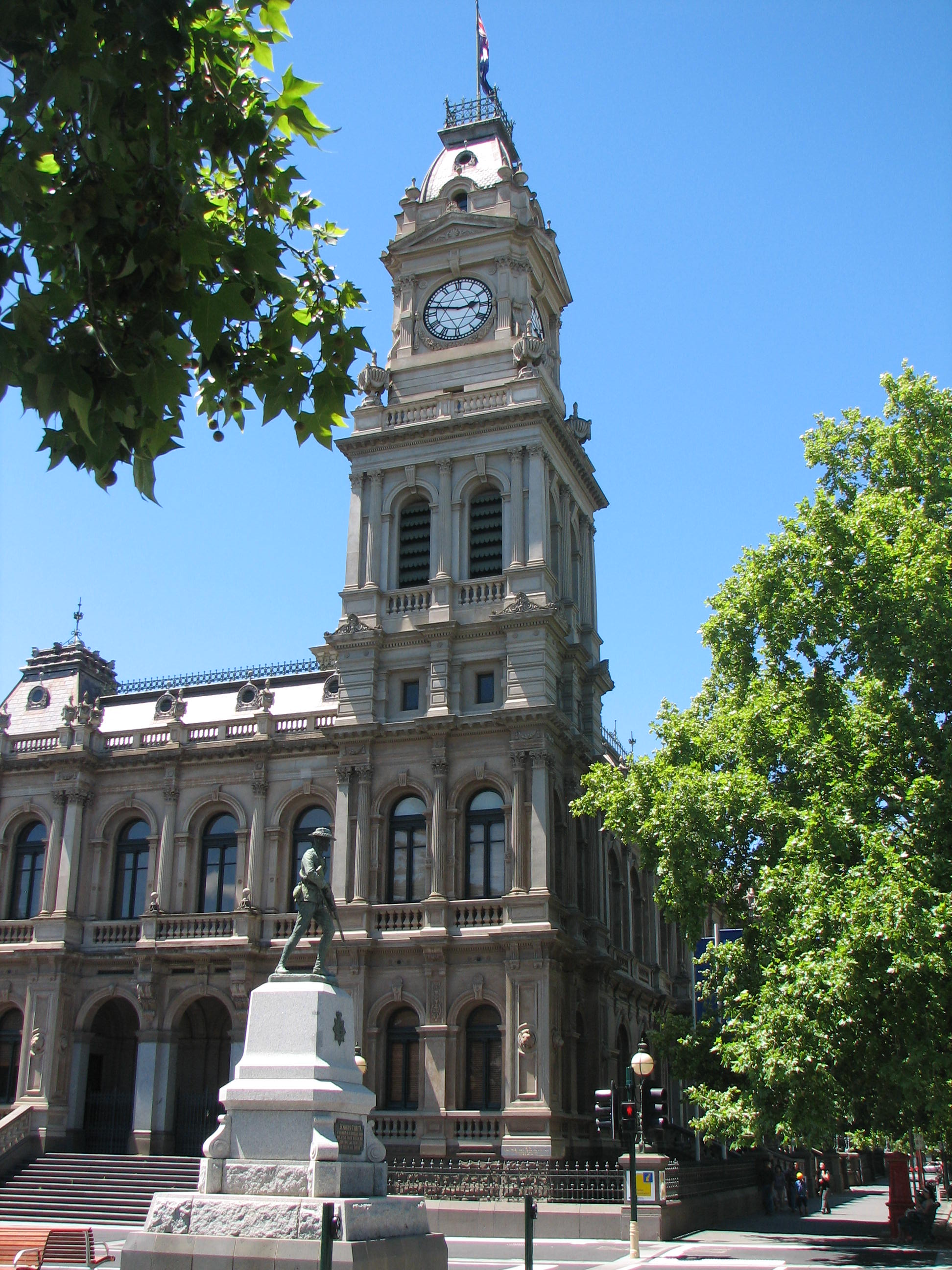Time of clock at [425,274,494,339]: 2:47
